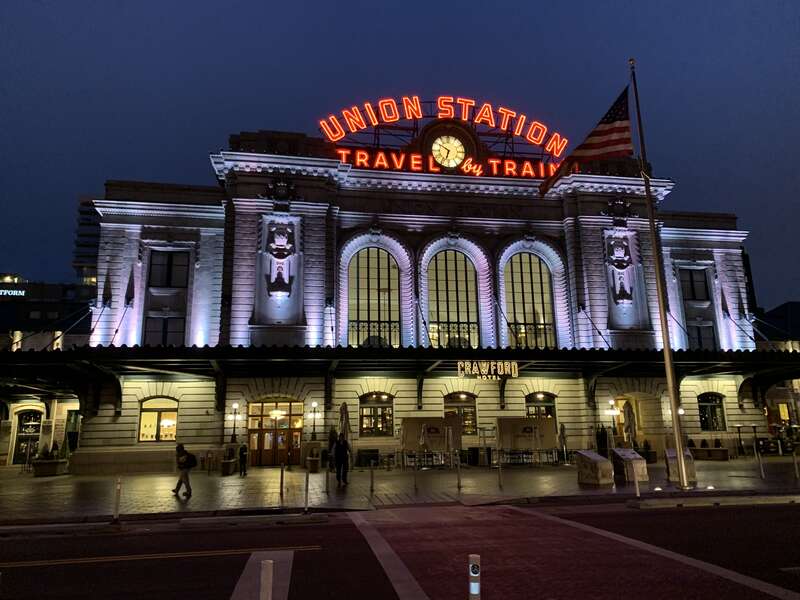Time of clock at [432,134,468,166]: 6:50
